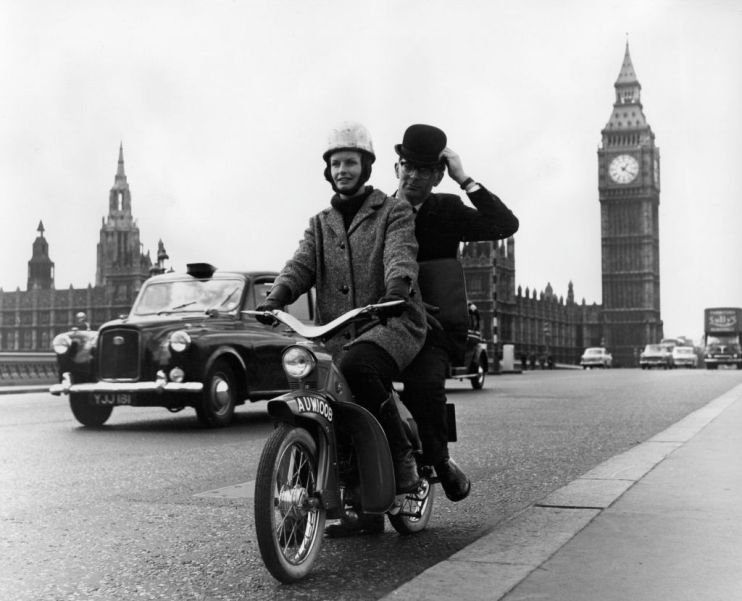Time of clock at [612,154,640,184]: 1:21
